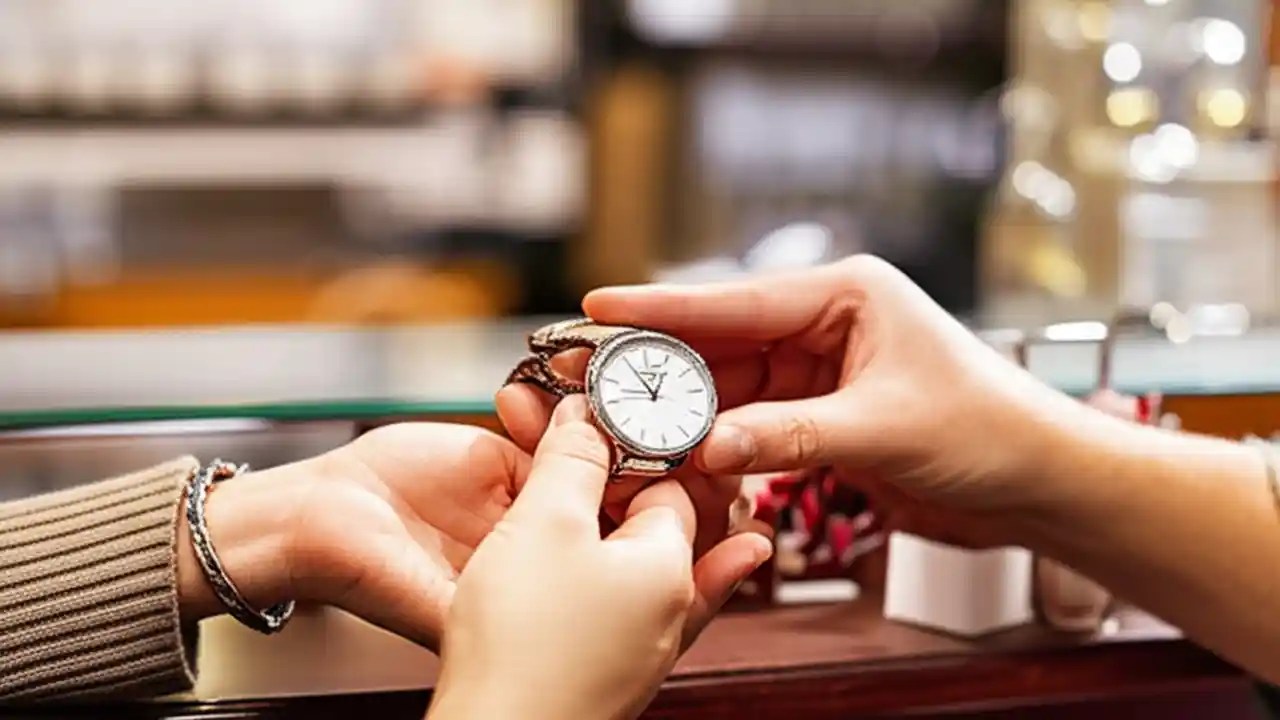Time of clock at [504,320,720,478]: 12:53
